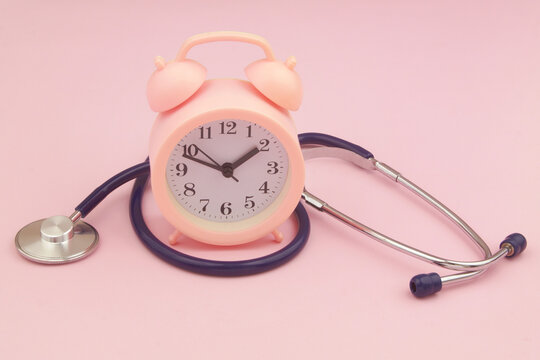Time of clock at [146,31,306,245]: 1:48
